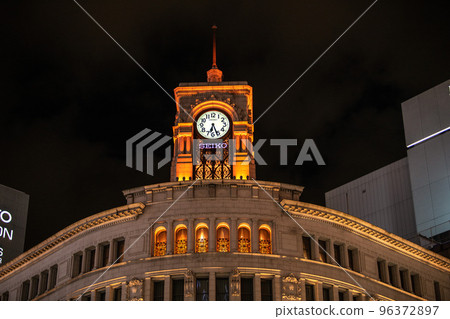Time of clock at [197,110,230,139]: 6:26
